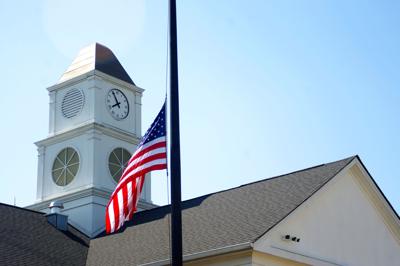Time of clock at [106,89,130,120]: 7:55
